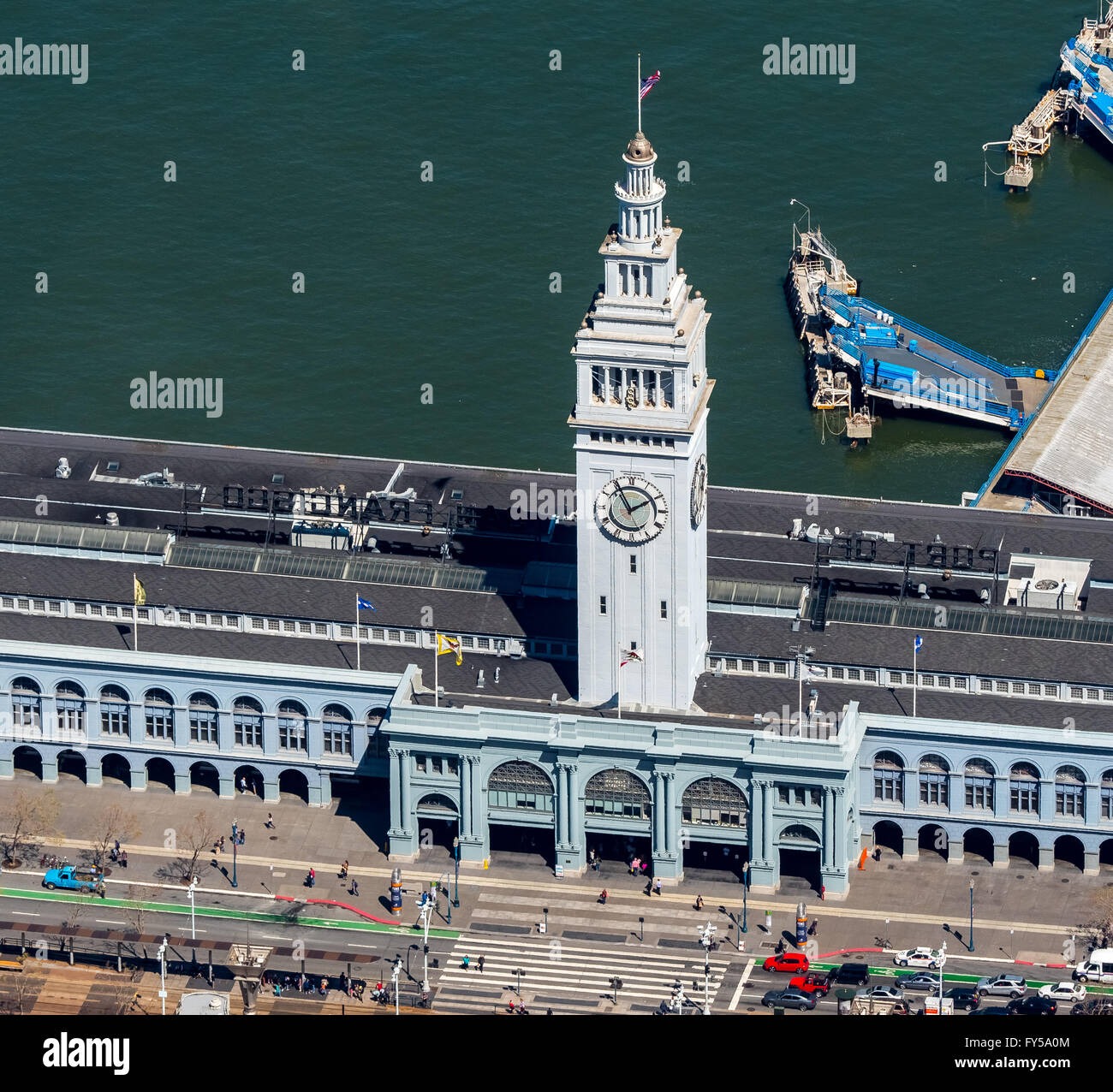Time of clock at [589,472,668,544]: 1:55
